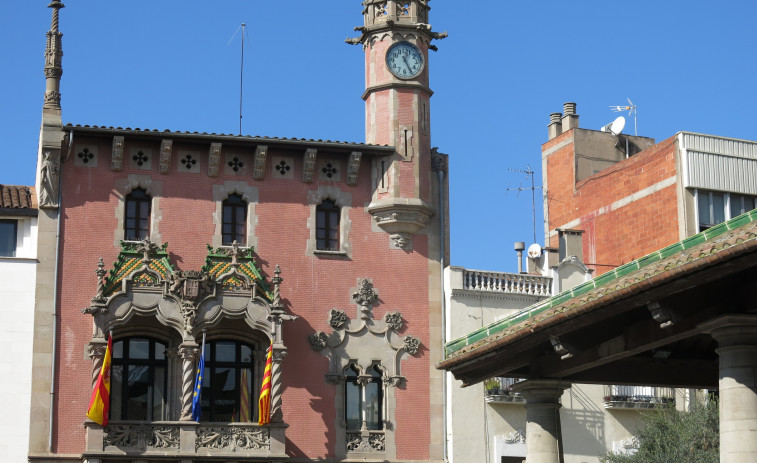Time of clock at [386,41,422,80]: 12:25
